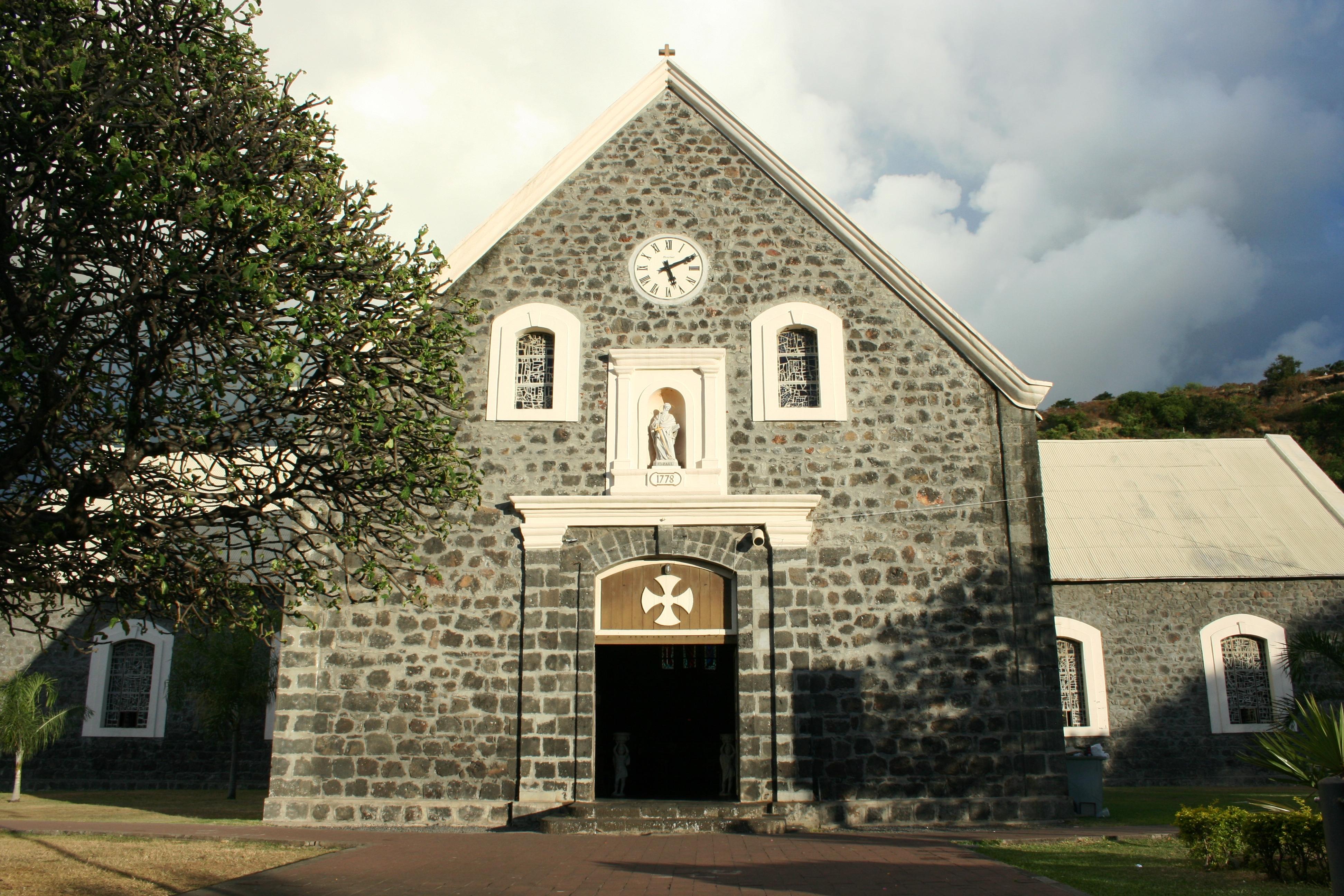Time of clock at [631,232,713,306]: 5:10
